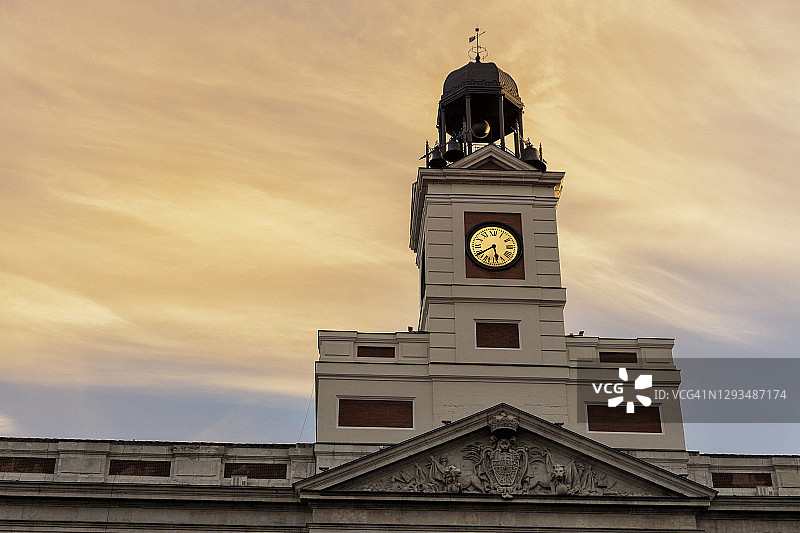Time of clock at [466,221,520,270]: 5:39
